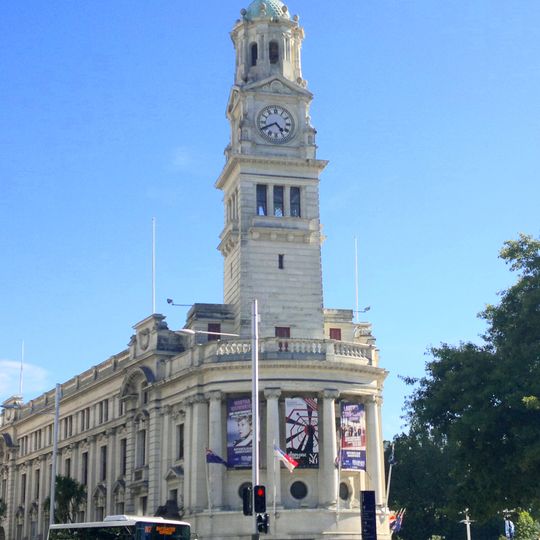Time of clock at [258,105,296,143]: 4:40
